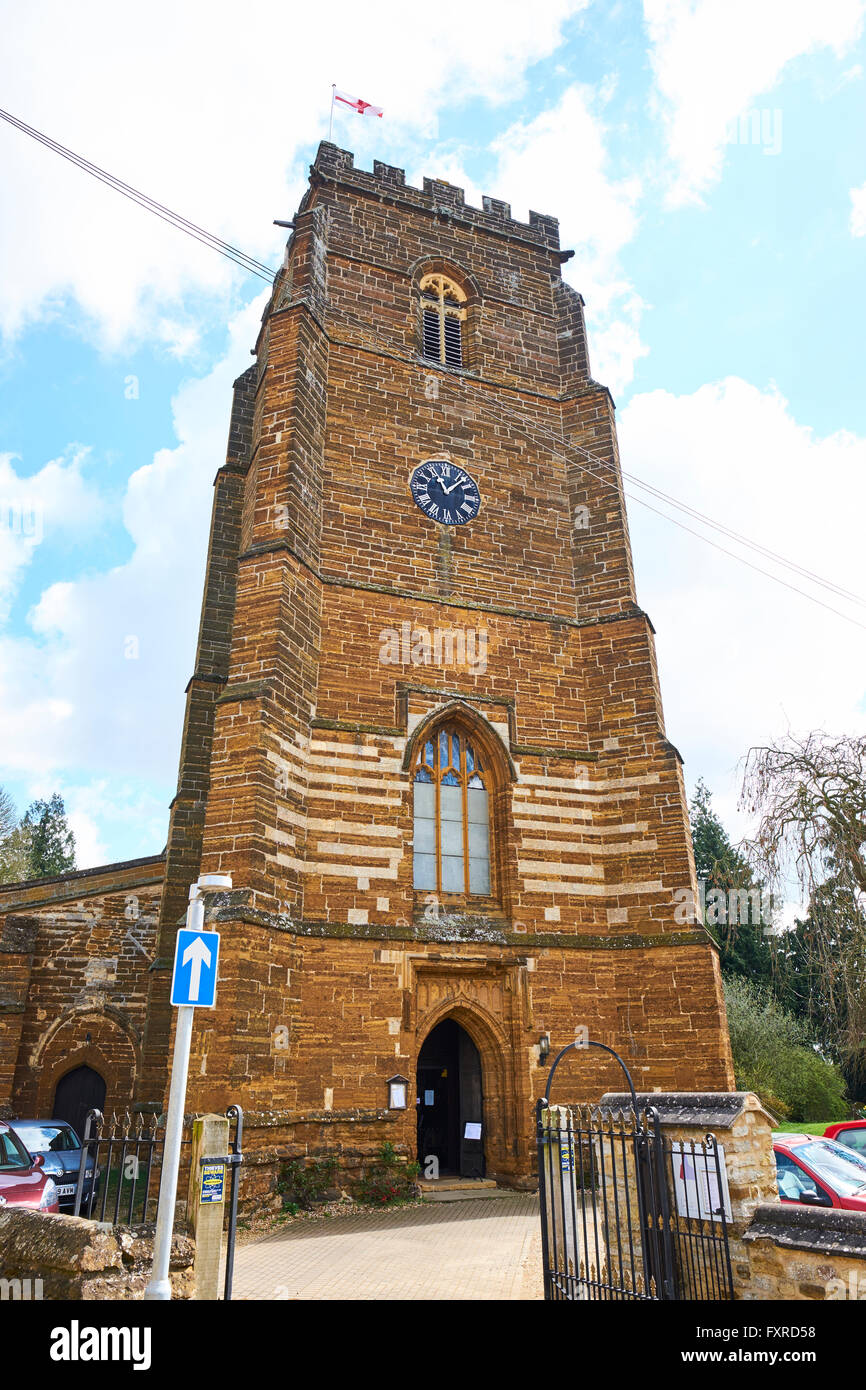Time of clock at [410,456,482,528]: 11:07
